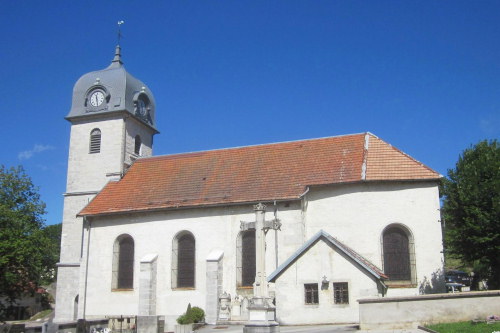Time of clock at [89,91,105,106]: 11:28
